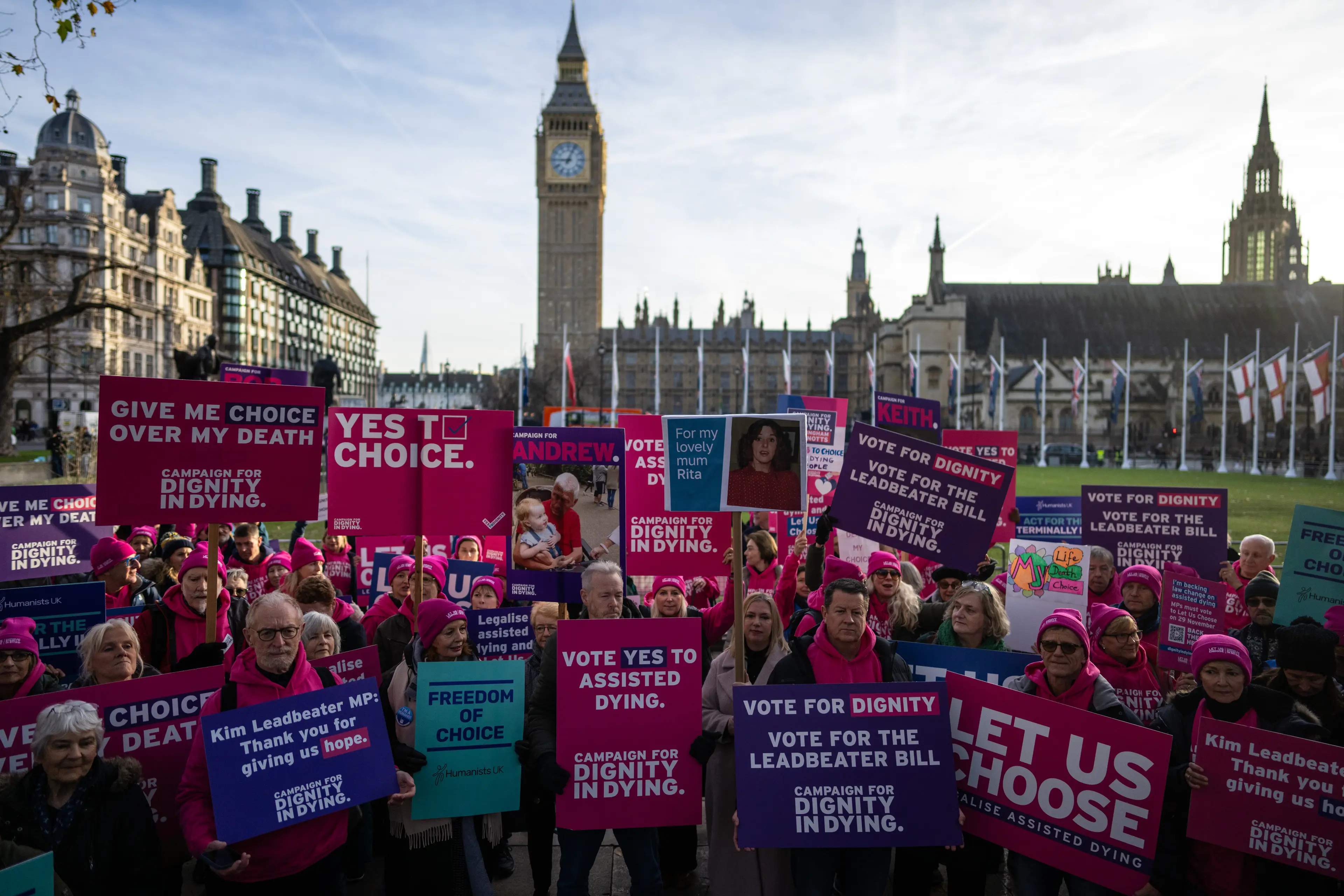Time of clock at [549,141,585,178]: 9:03
